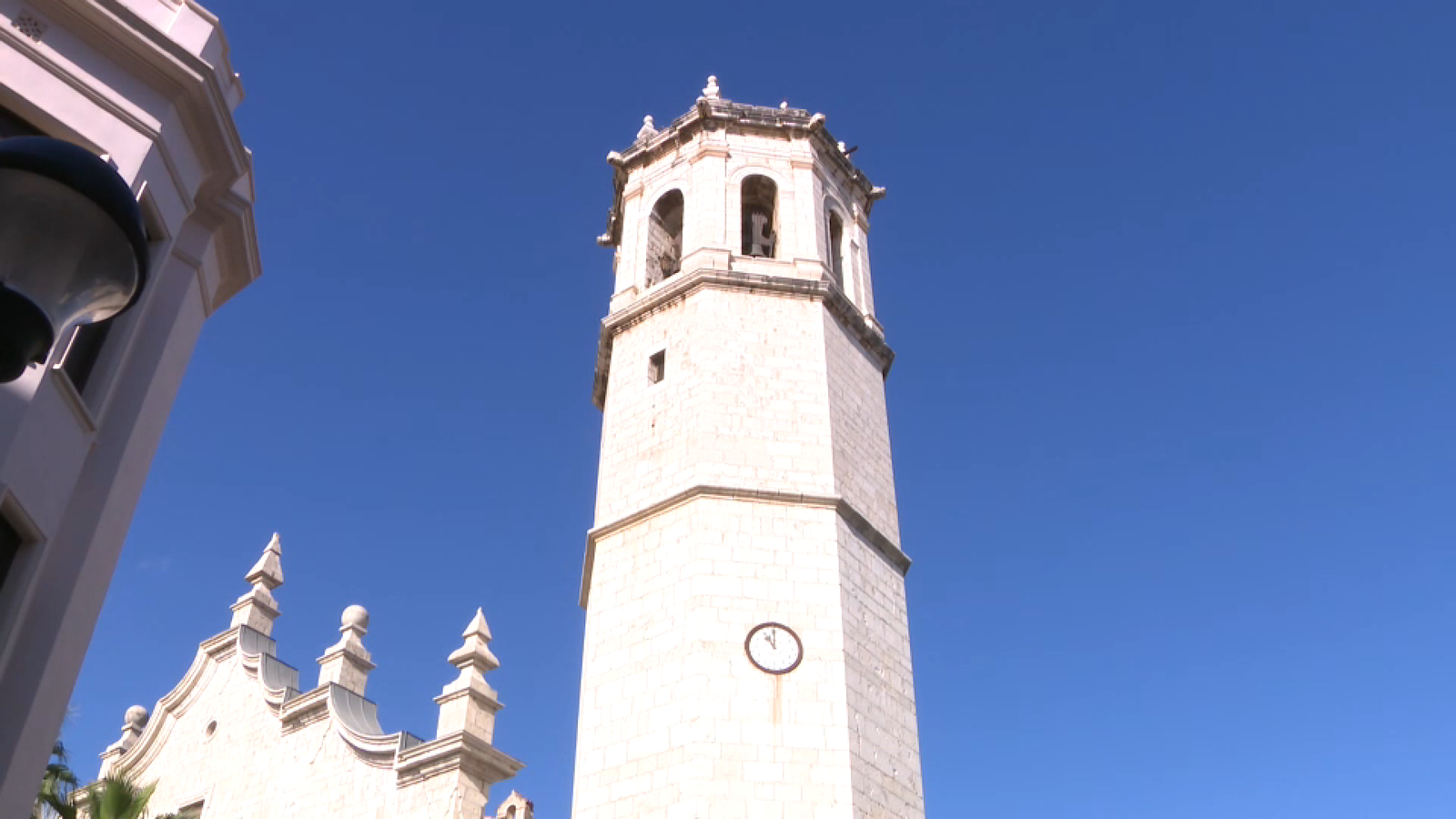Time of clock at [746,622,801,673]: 11:00
